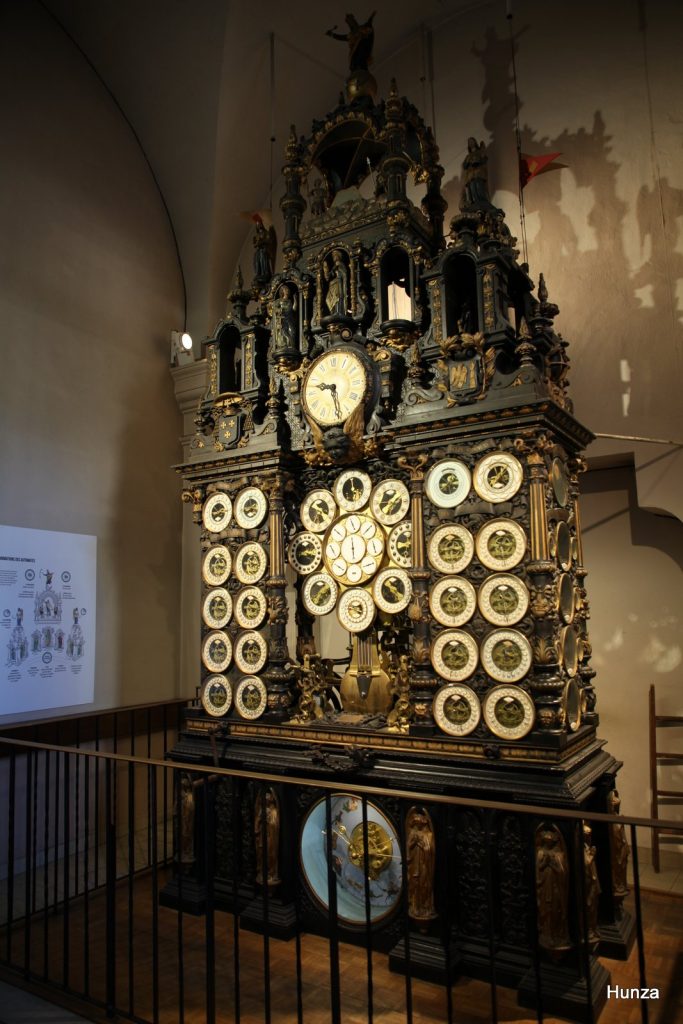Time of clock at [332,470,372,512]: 5:59
